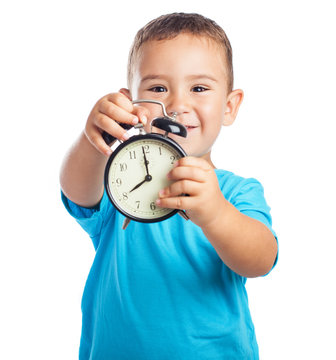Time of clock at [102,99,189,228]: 7:59
